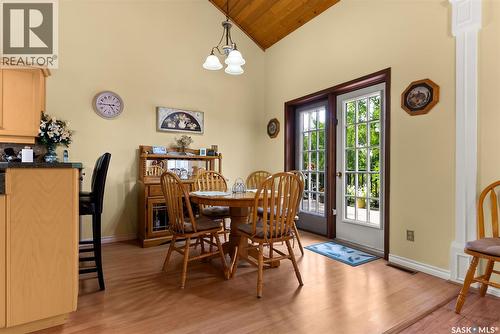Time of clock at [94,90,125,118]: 4:44
